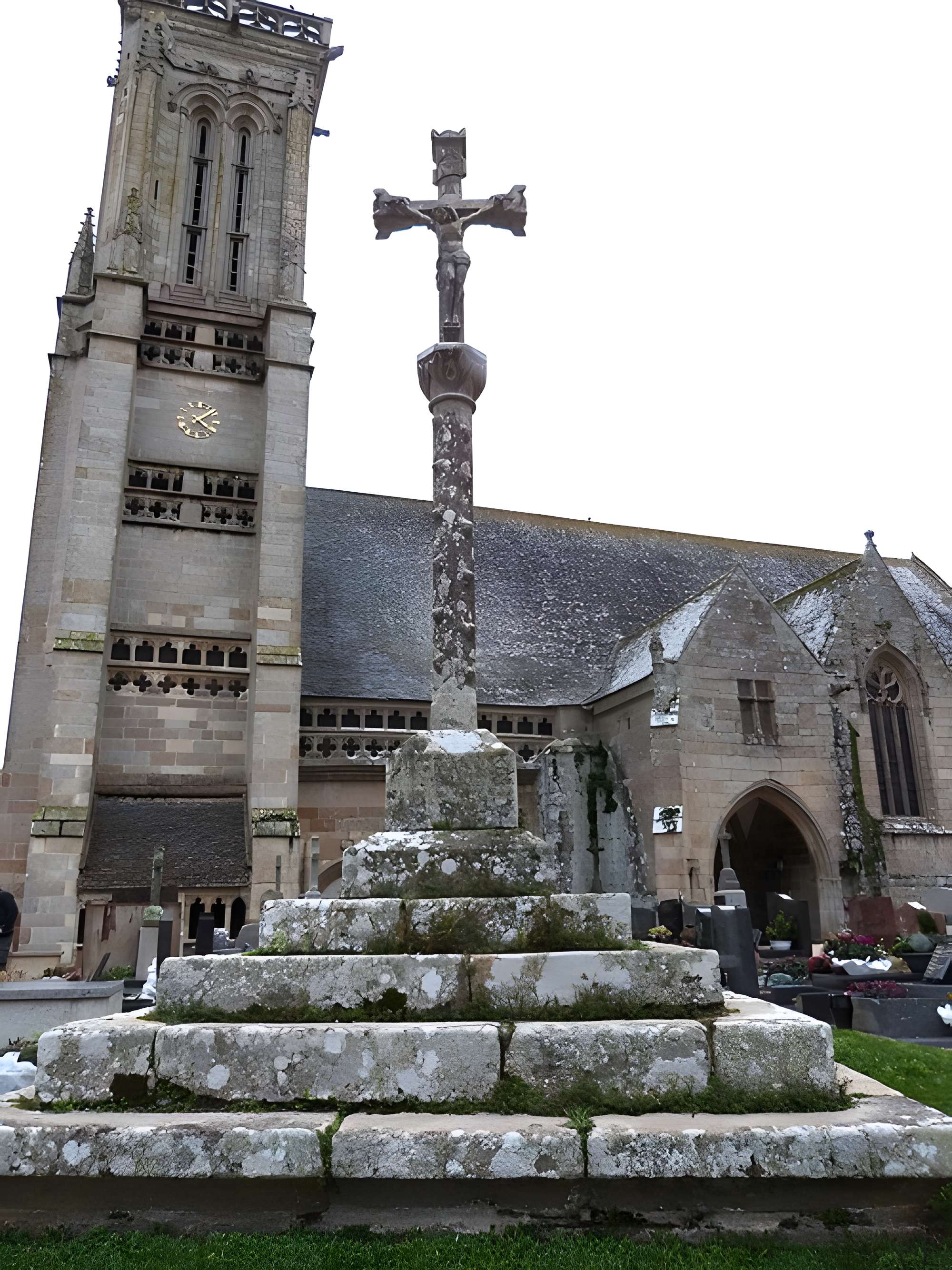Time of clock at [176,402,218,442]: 4:08
